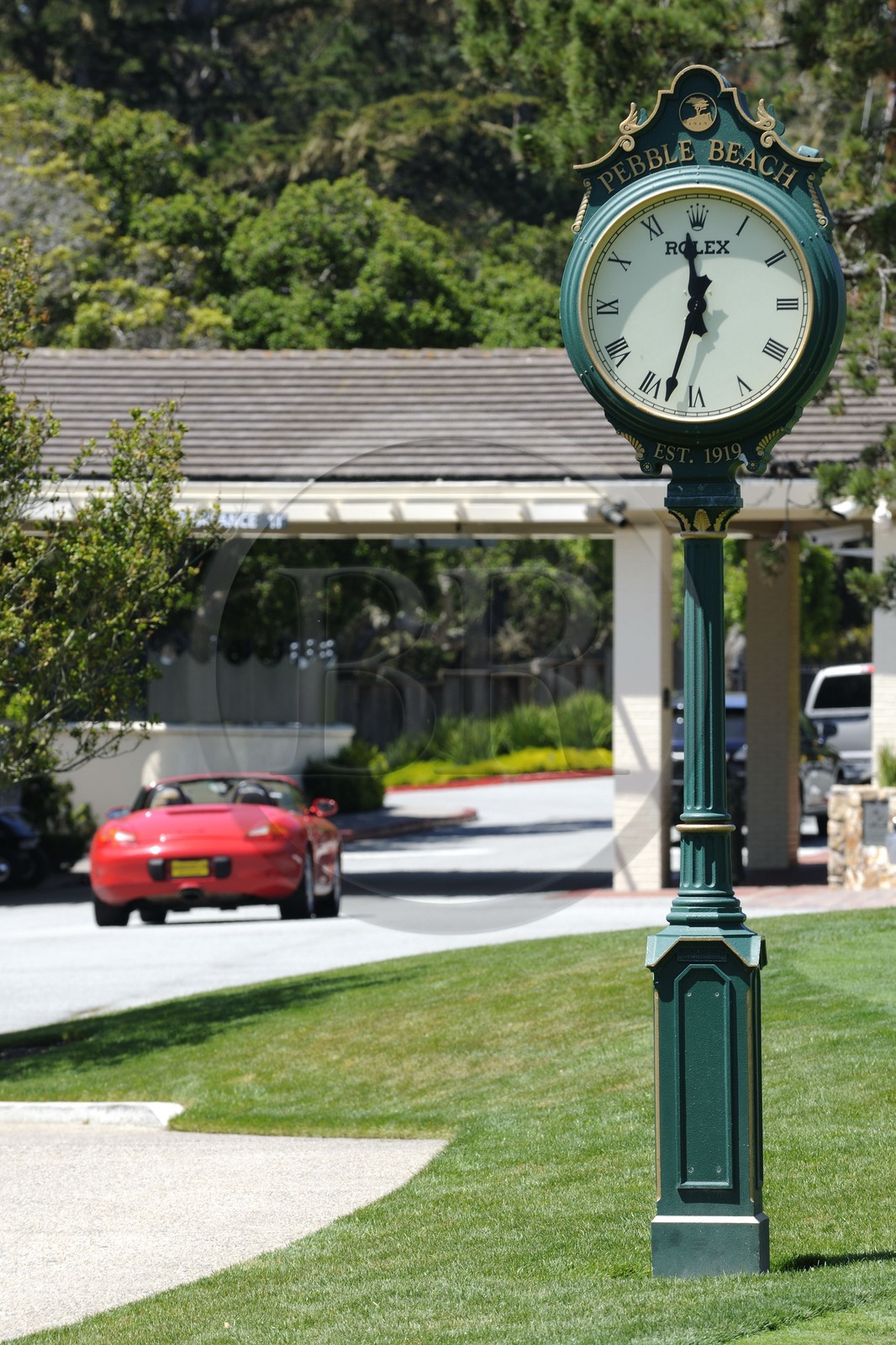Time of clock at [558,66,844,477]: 11:33
